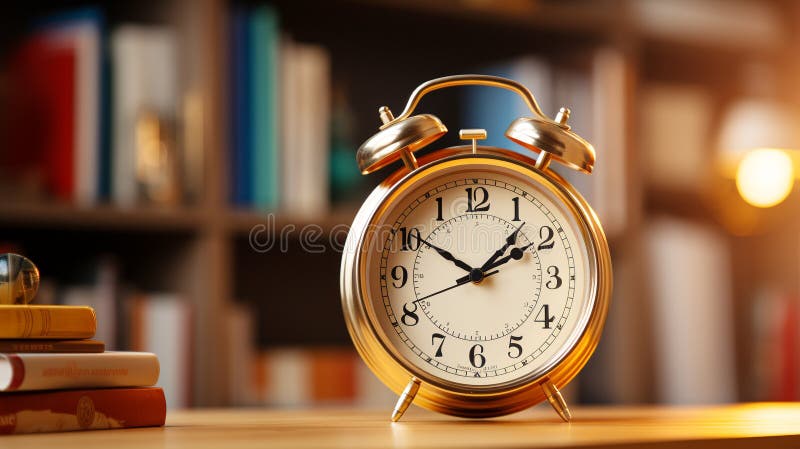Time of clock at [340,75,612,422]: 1:50
